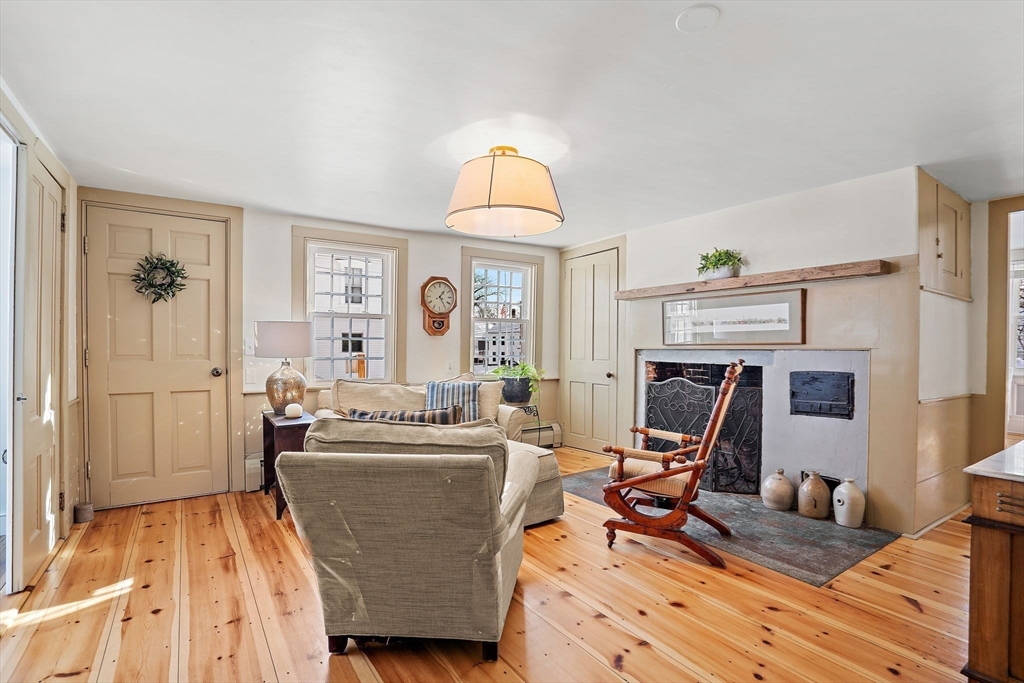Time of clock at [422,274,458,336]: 1:24
